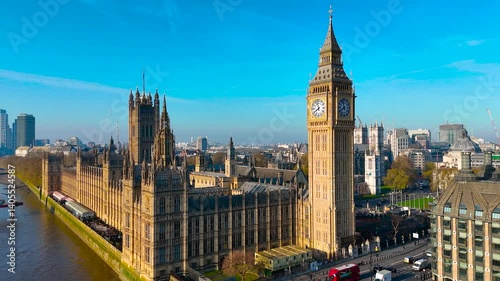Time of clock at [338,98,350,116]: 11:40
